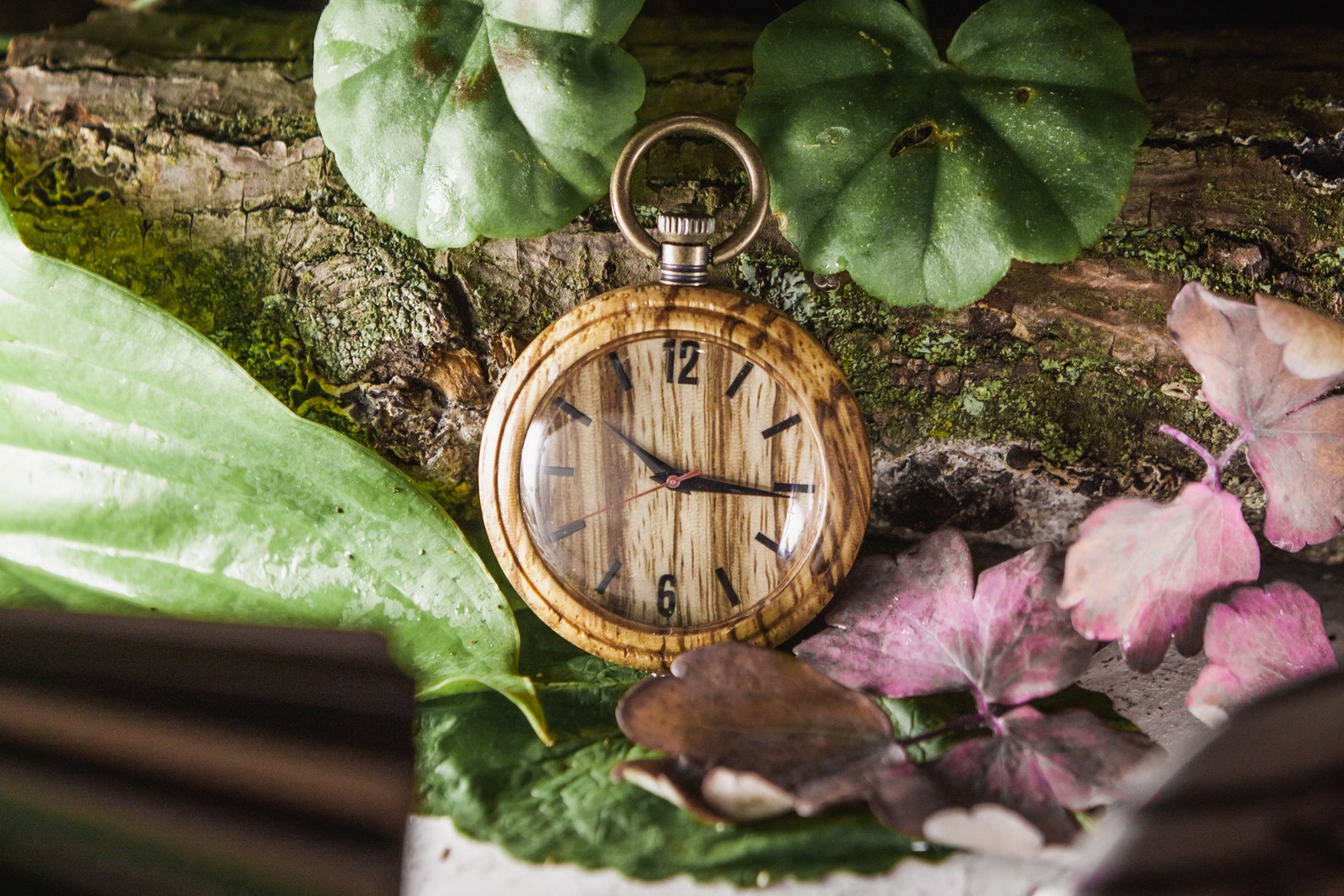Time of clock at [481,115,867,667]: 10:15
